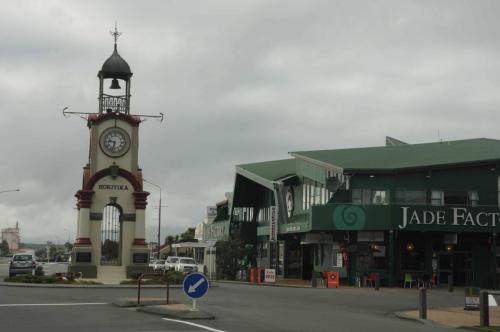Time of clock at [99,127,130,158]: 9:33
